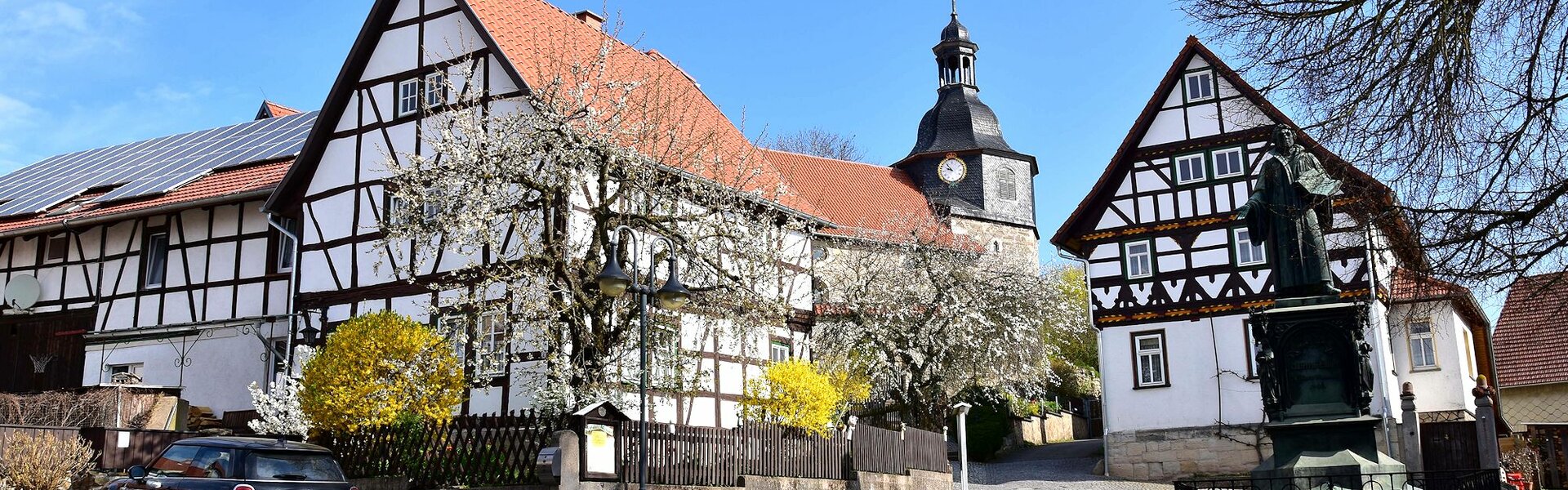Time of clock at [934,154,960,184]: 9:53
